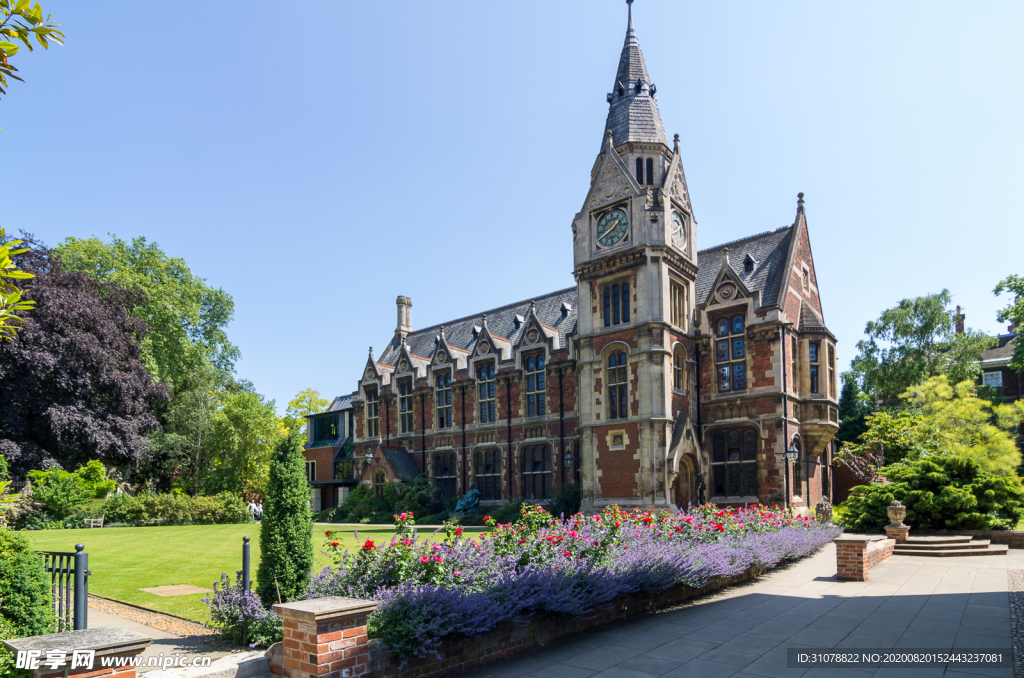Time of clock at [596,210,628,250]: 1:40
